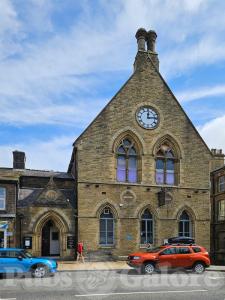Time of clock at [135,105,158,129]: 12:13
